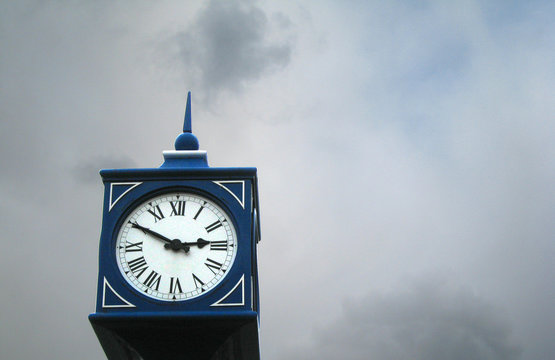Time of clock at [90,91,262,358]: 2:49
